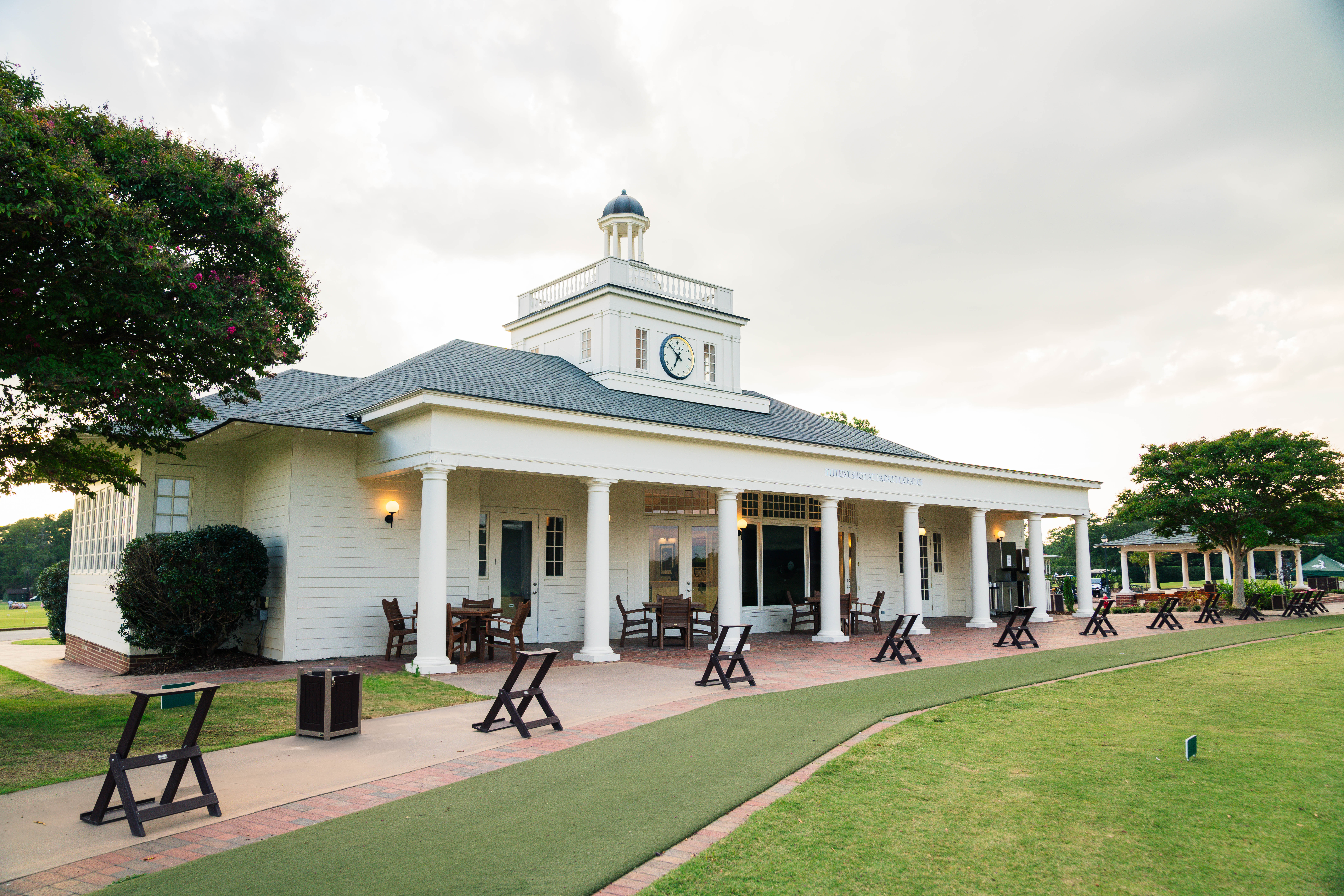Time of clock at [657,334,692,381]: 6:52
